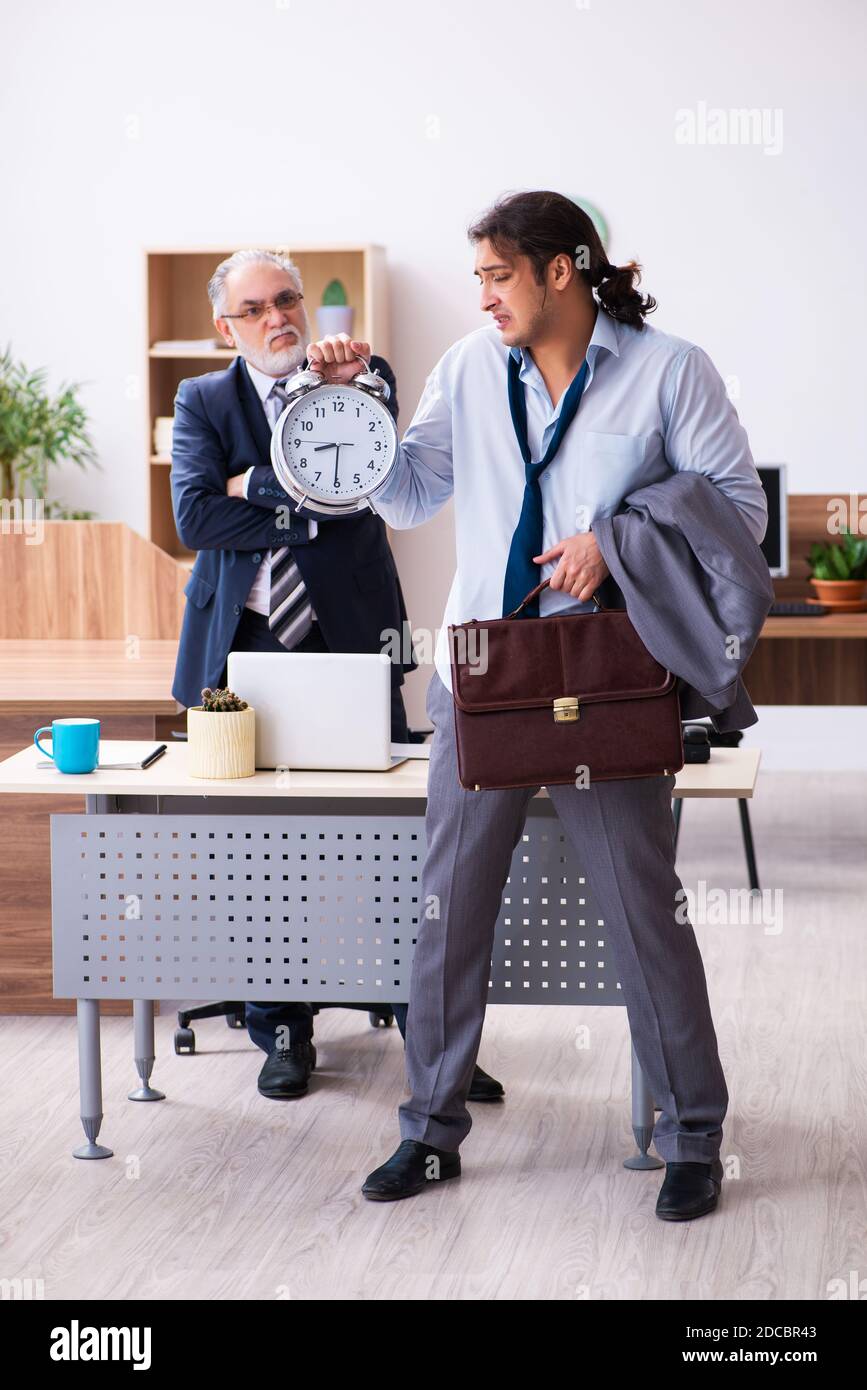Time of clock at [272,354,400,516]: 8:30
